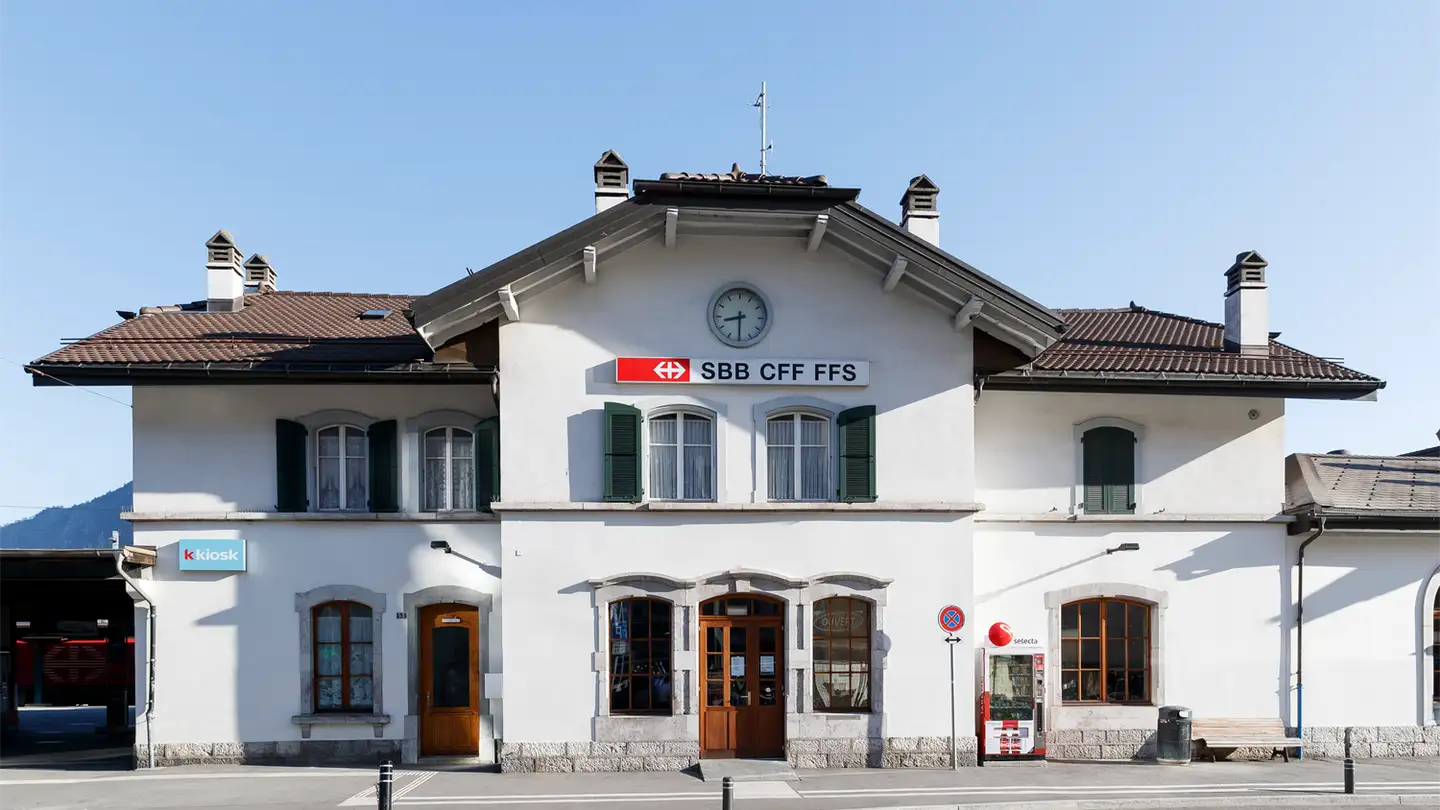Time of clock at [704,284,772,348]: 8:30
